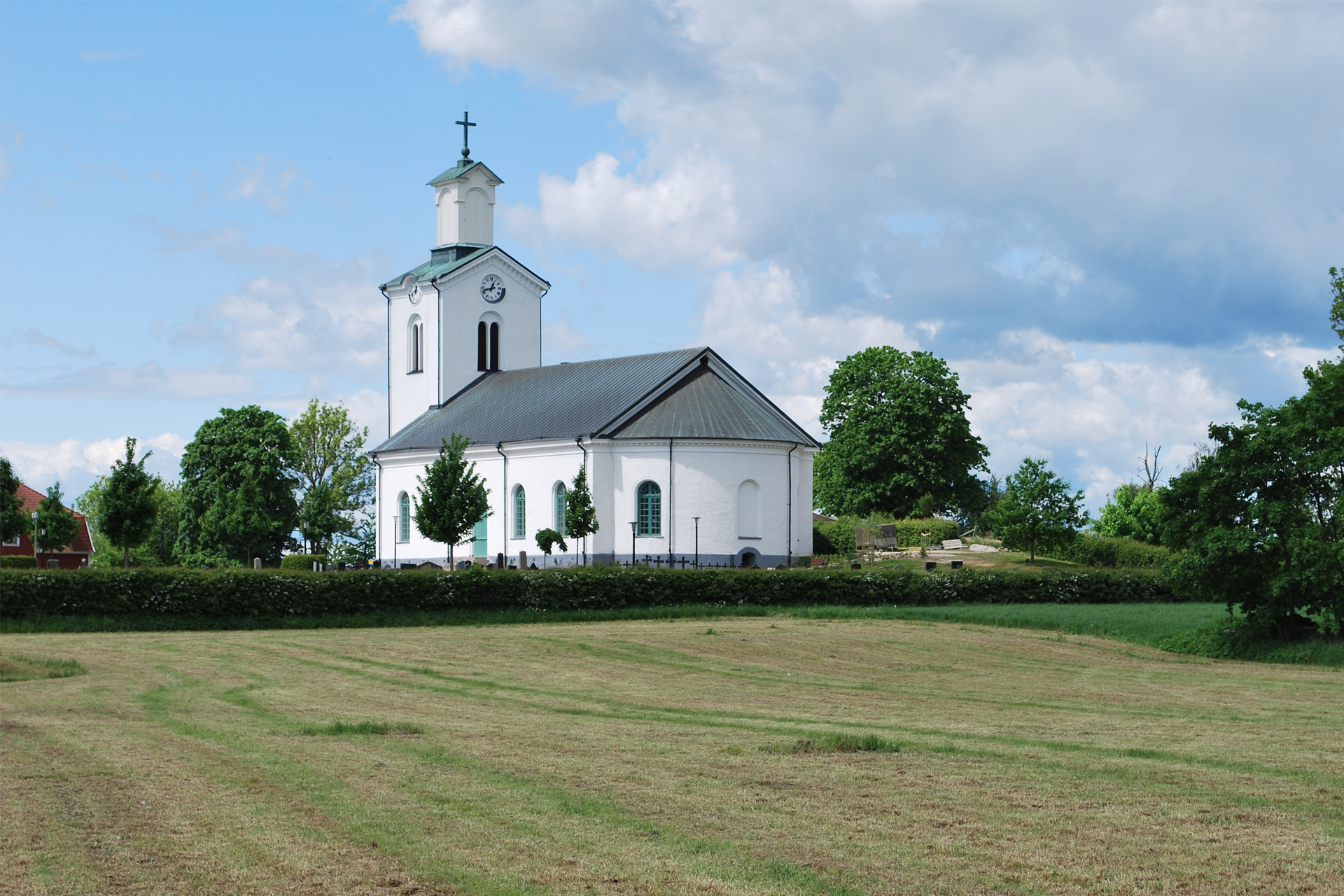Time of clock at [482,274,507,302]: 12:42
